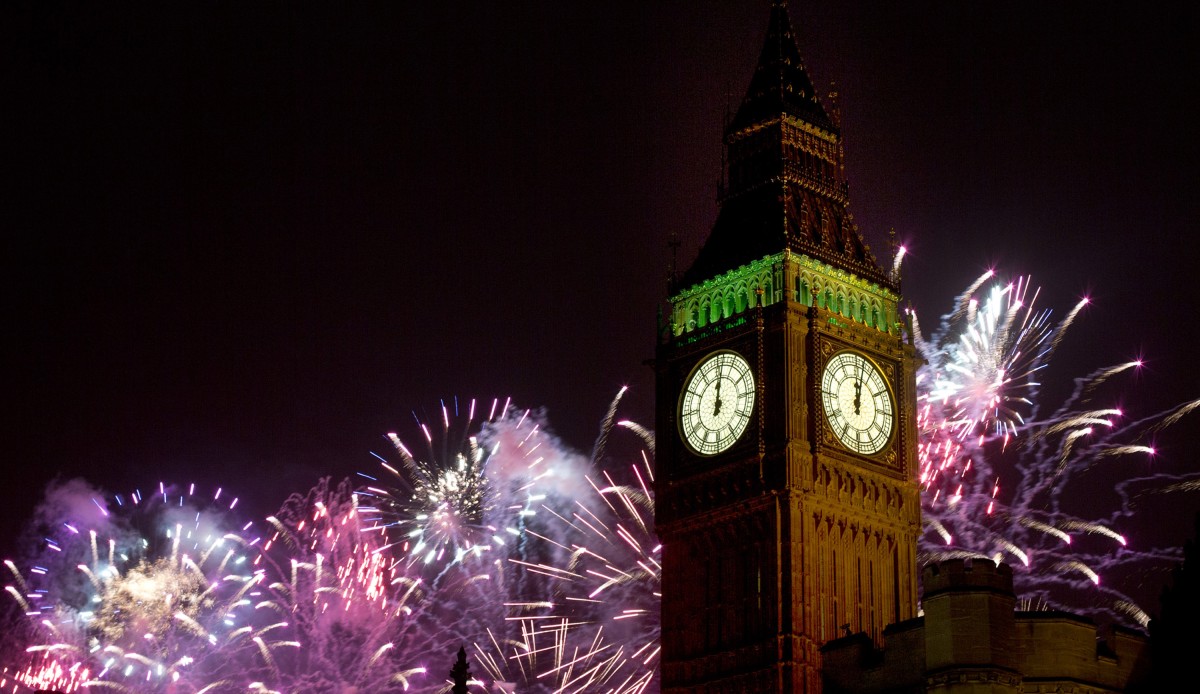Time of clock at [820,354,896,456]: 12:02
